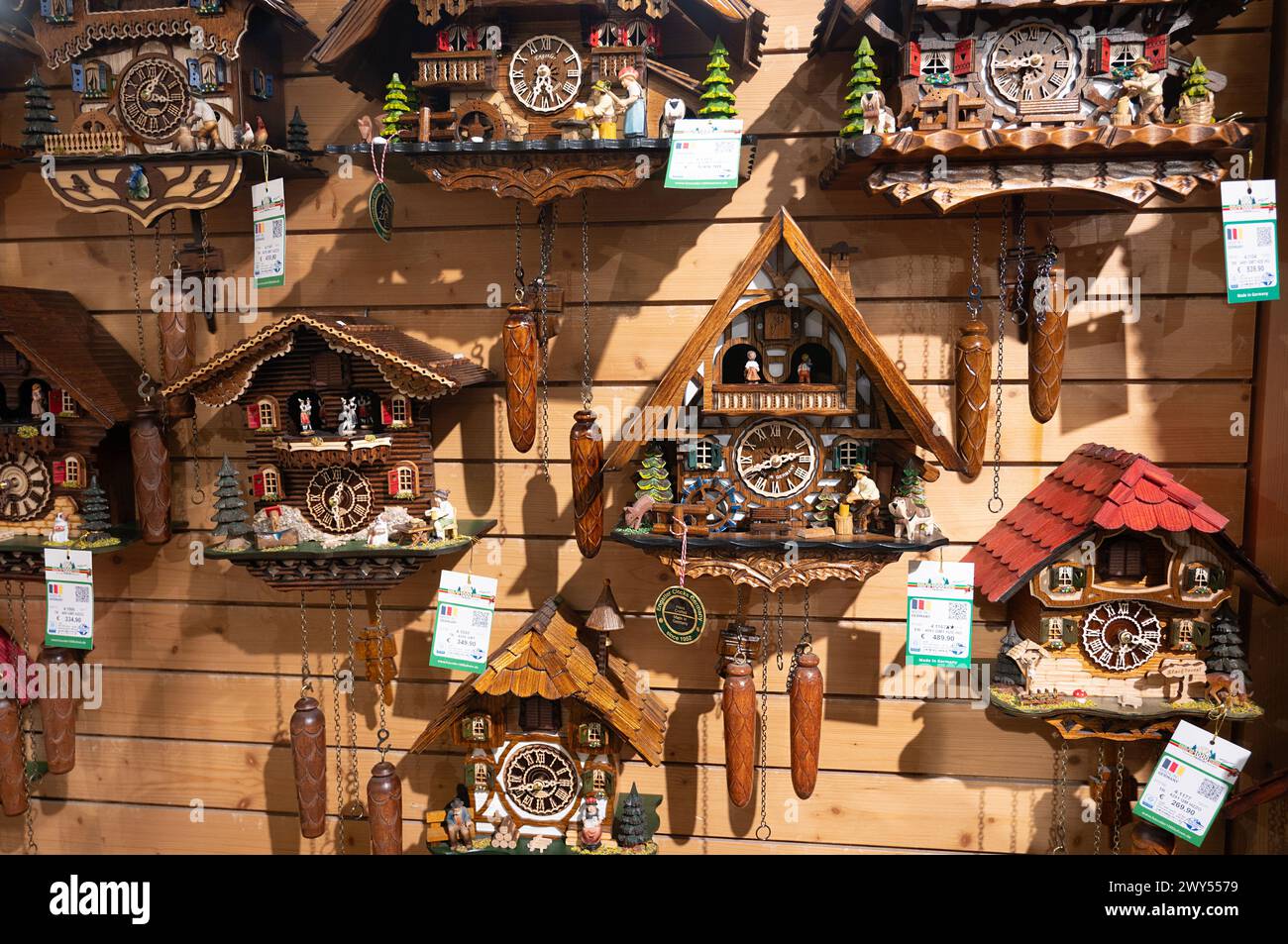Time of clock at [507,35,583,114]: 5:34
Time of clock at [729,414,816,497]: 8:12
